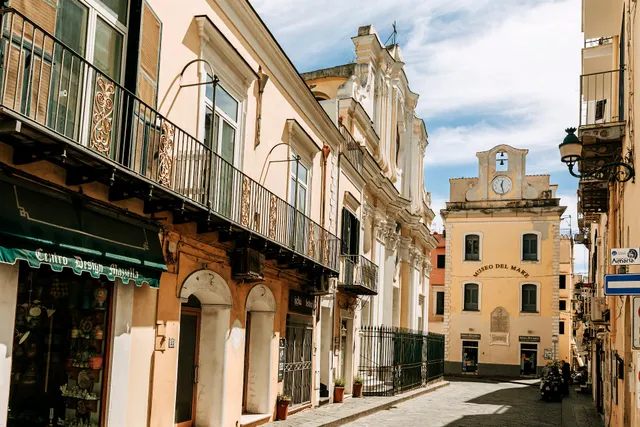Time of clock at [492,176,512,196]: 12:27
